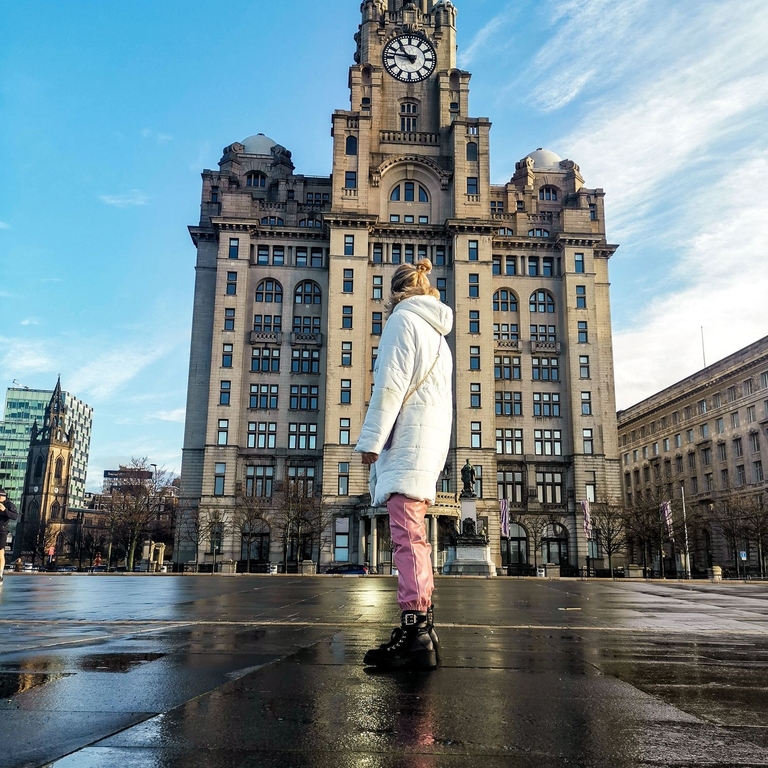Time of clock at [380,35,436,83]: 10:46
